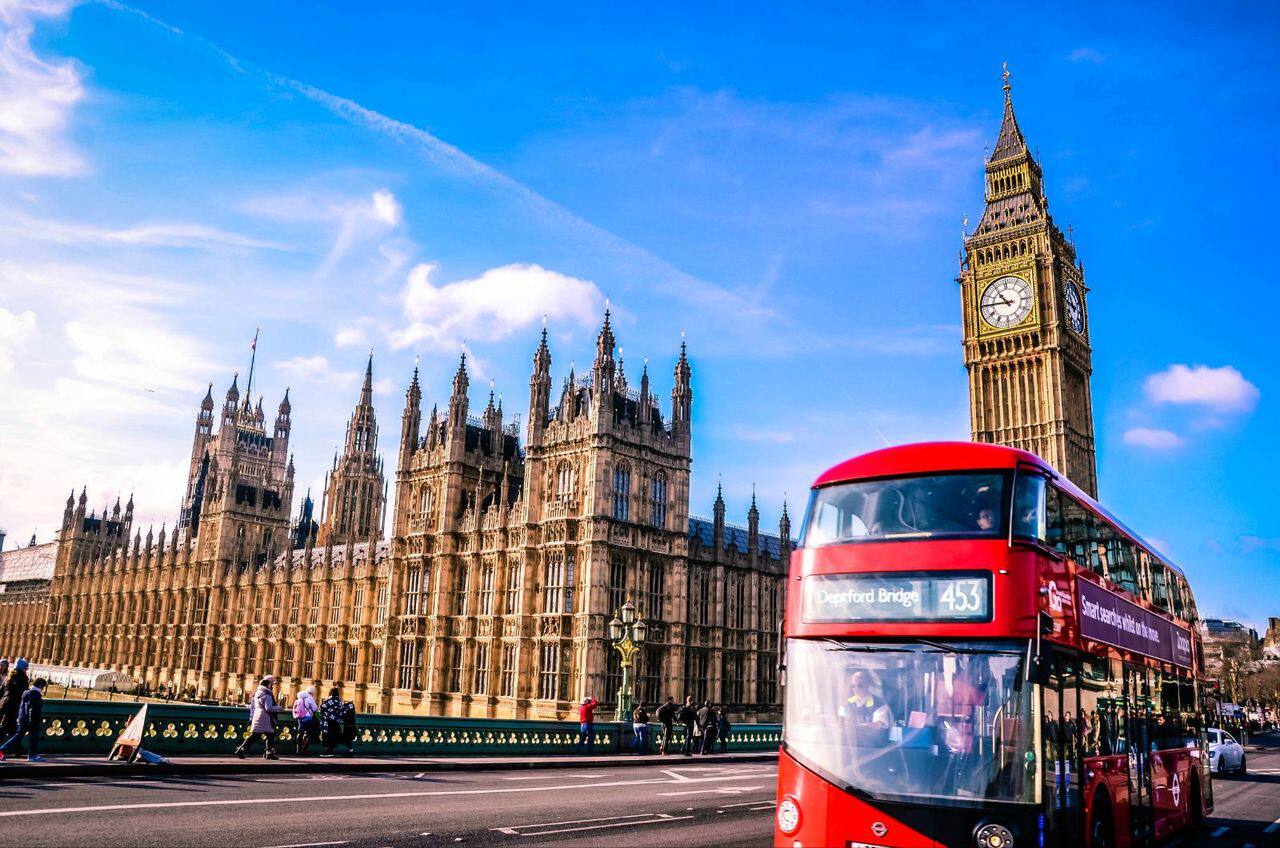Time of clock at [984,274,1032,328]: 10:45
